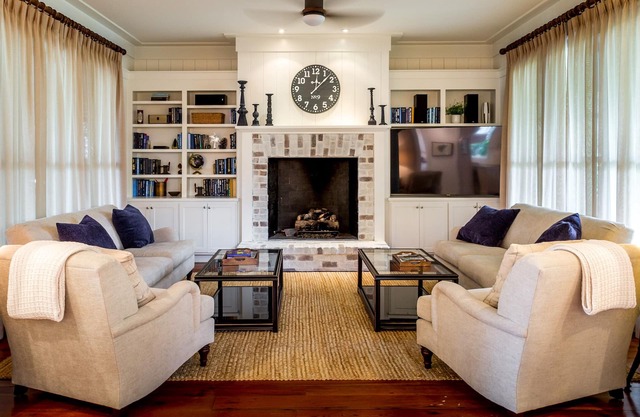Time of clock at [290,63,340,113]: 12:07
